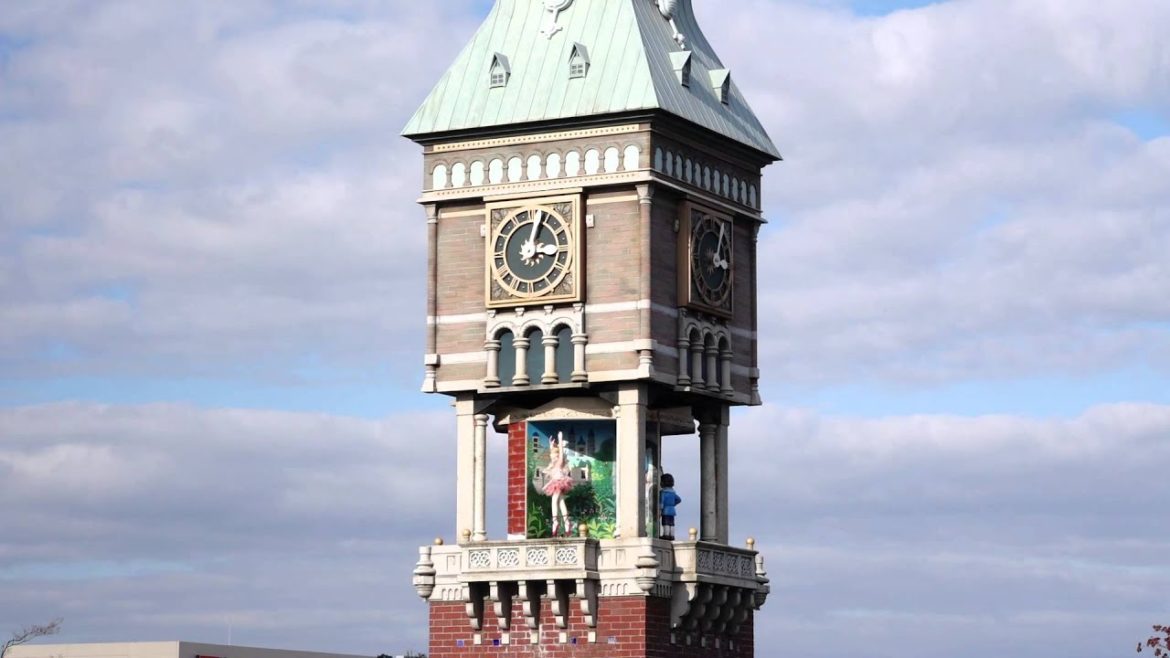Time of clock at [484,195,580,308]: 3:02
